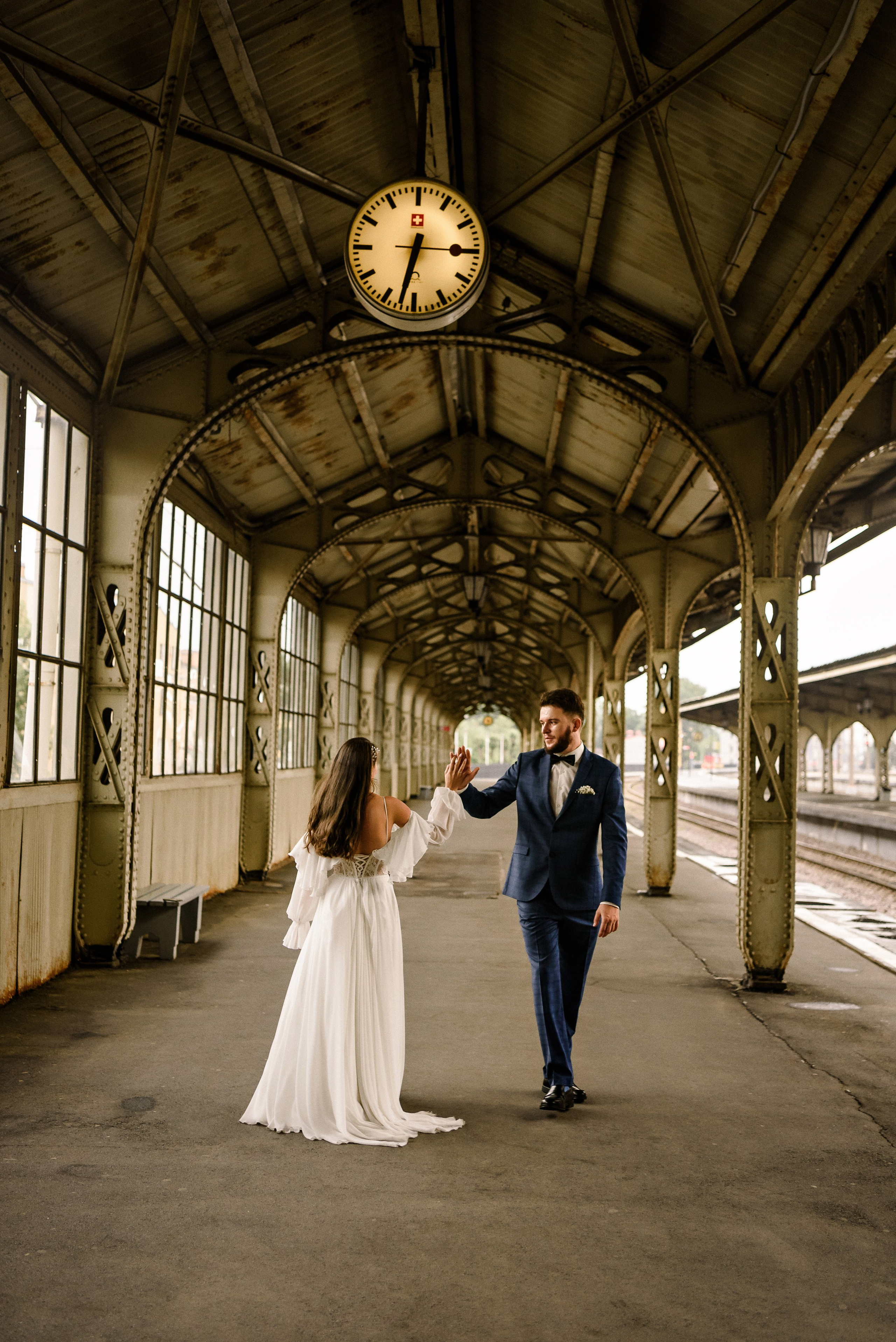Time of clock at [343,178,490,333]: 6:32
